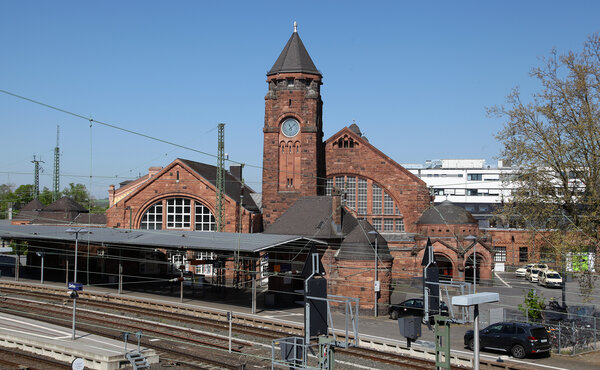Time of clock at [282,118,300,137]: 11:07
